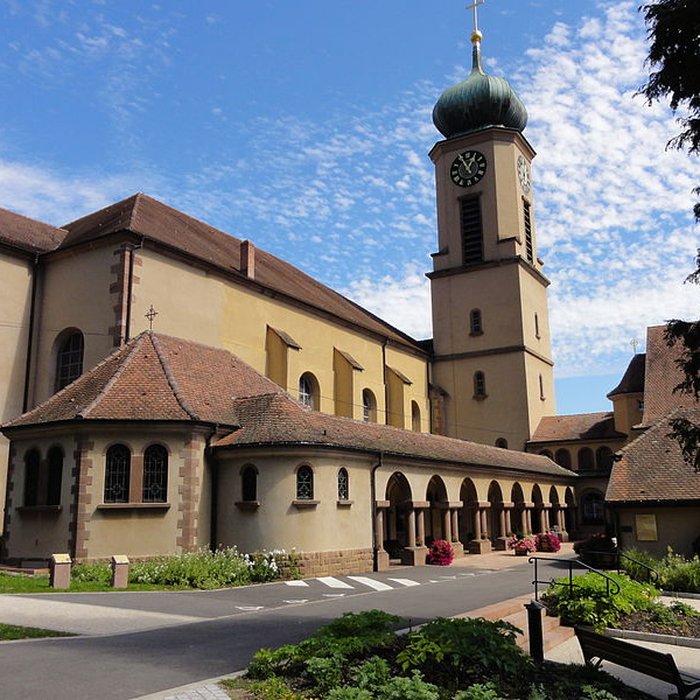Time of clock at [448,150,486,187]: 12:55
